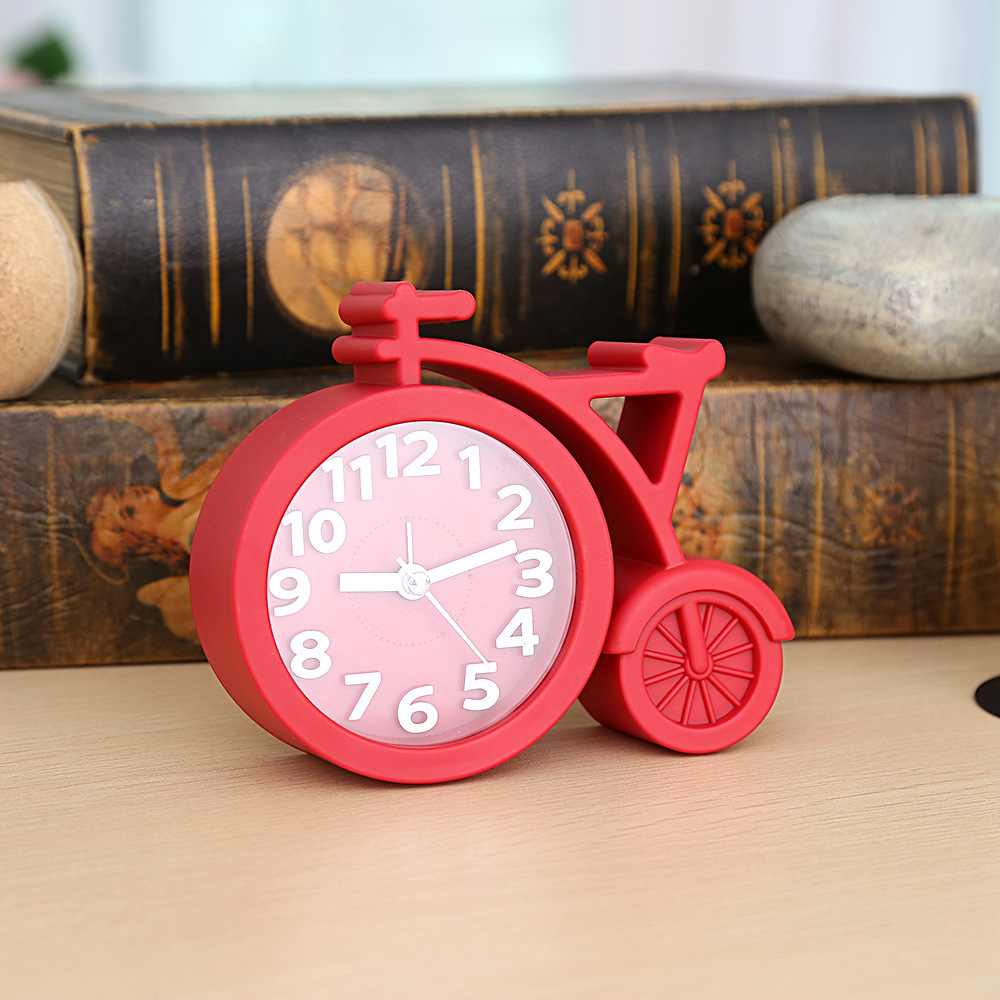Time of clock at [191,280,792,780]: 9:12
